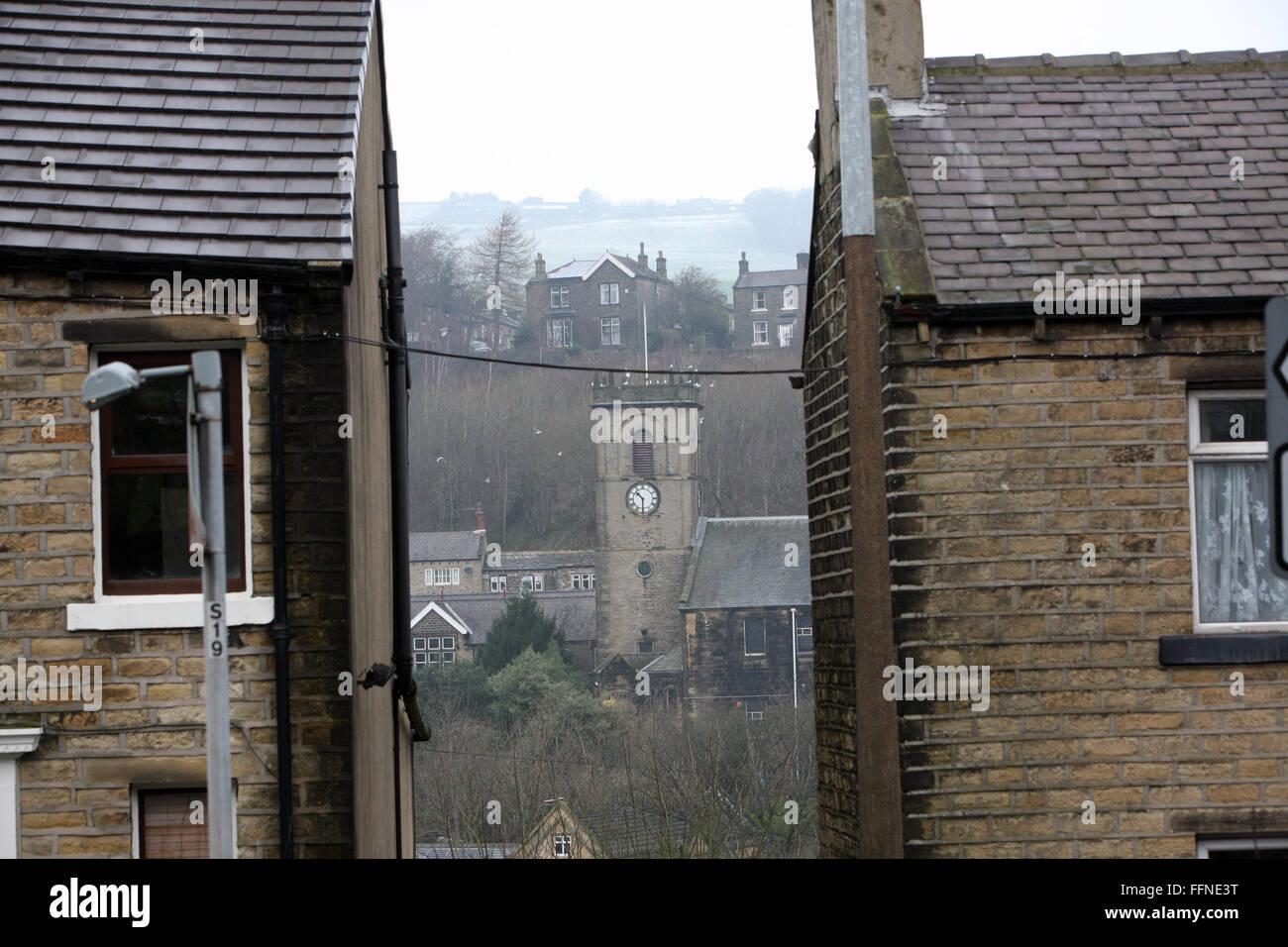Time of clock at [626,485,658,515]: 10:30
